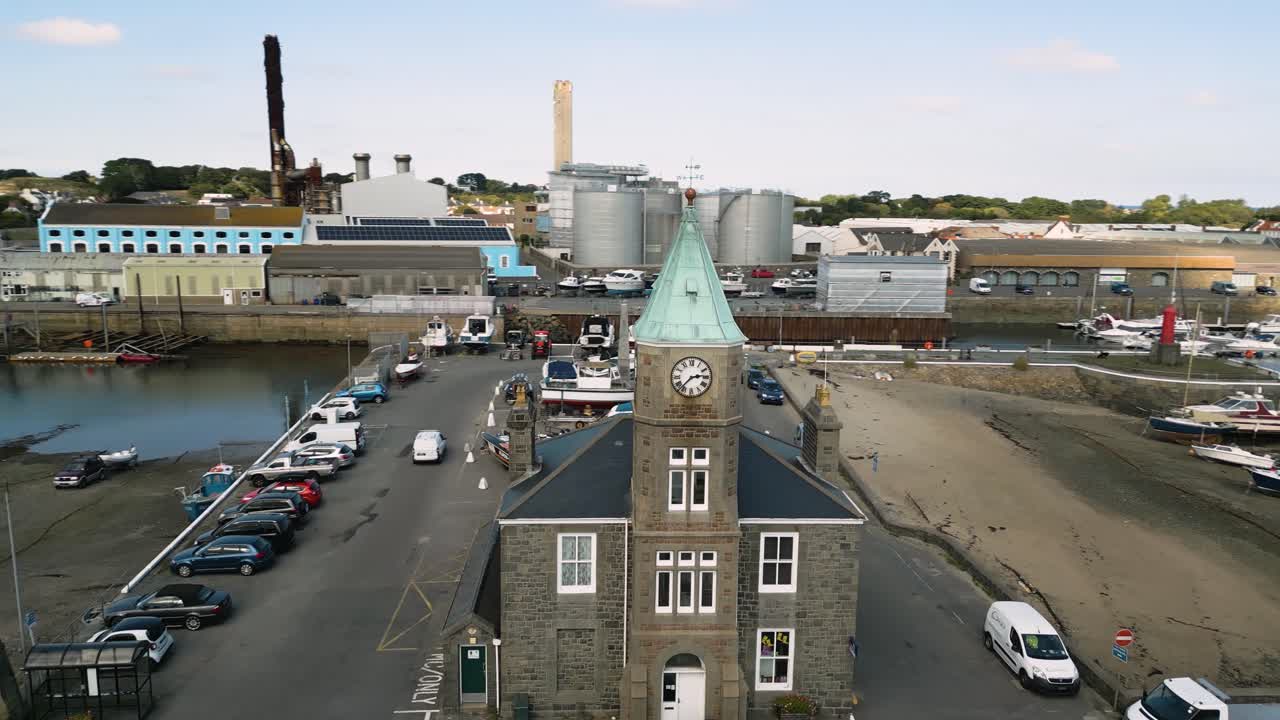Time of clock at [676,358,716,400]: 2:37
